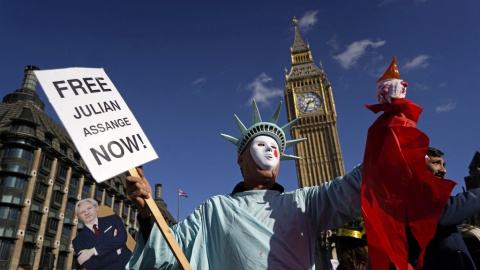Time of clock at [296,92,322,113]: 2:34
